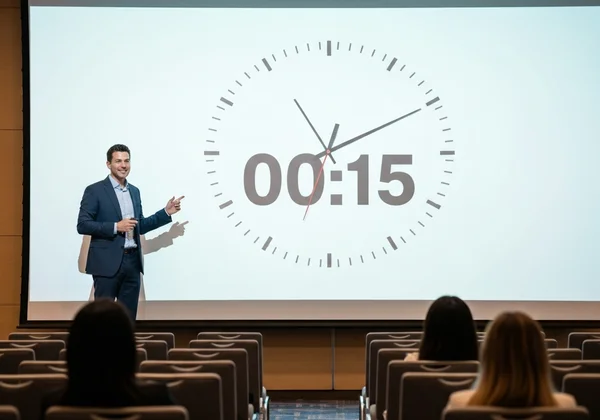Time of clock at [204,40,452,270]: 11:10
